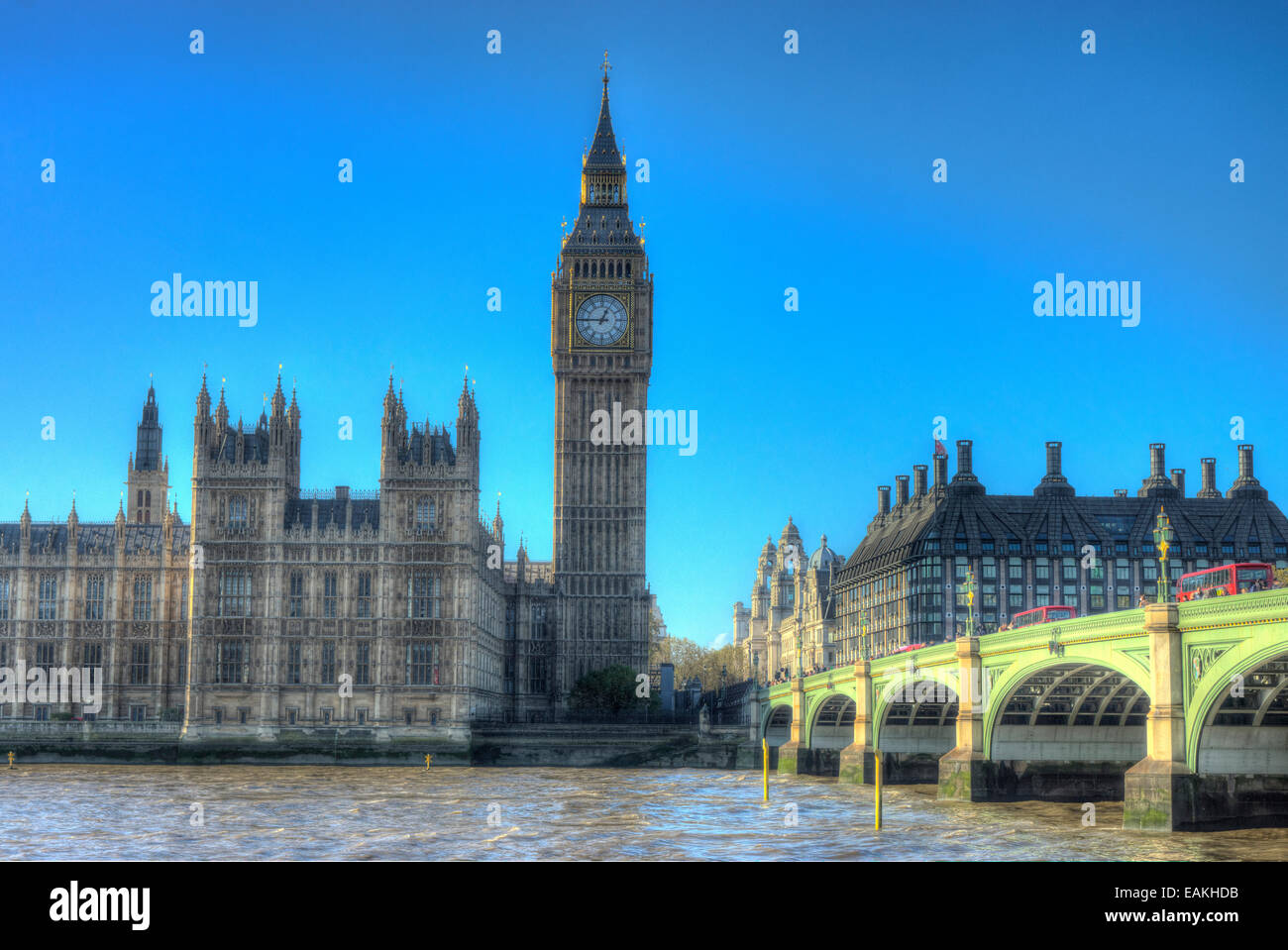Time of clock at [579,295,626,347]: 12:45
